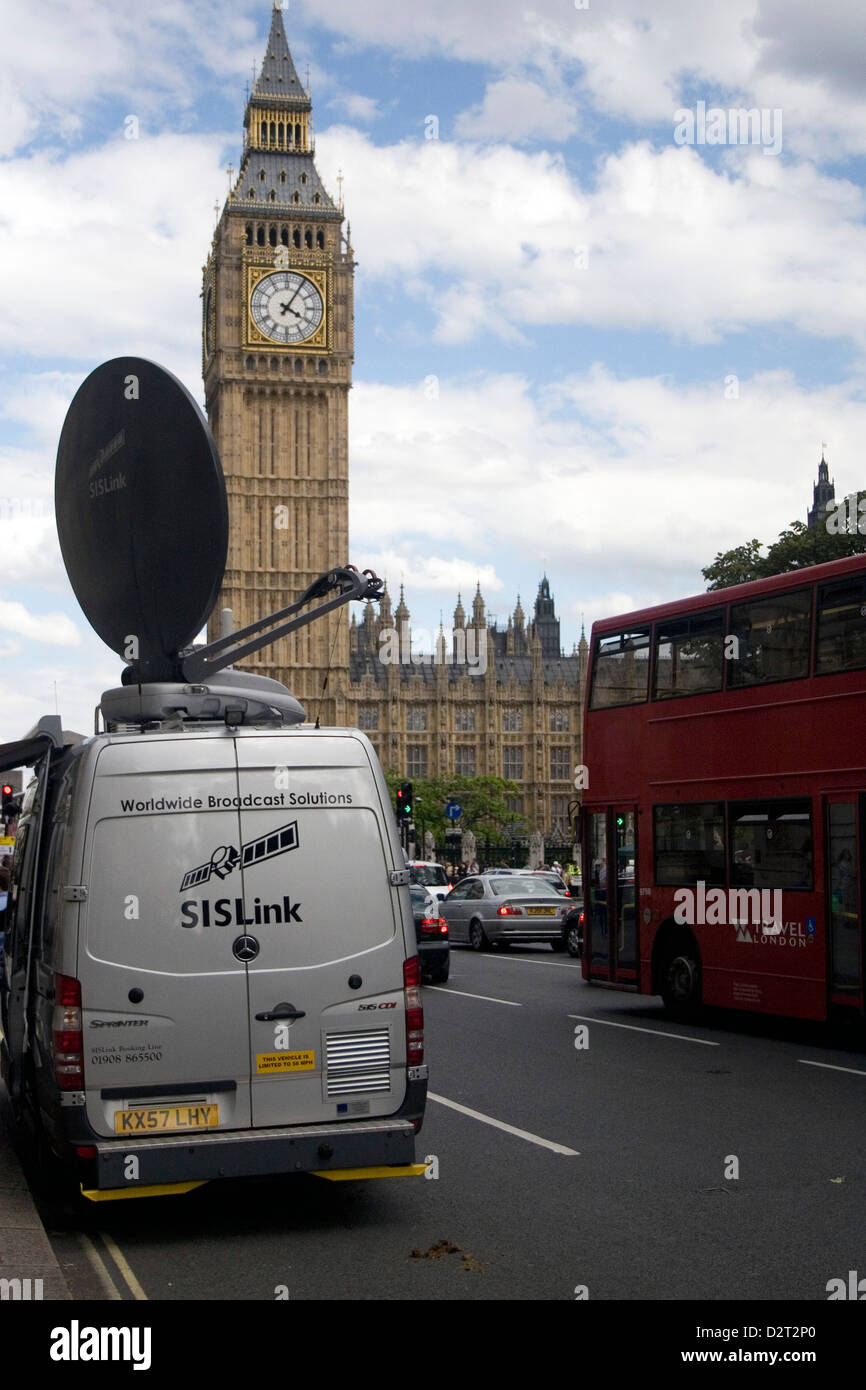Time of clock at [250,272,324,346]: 4:05
